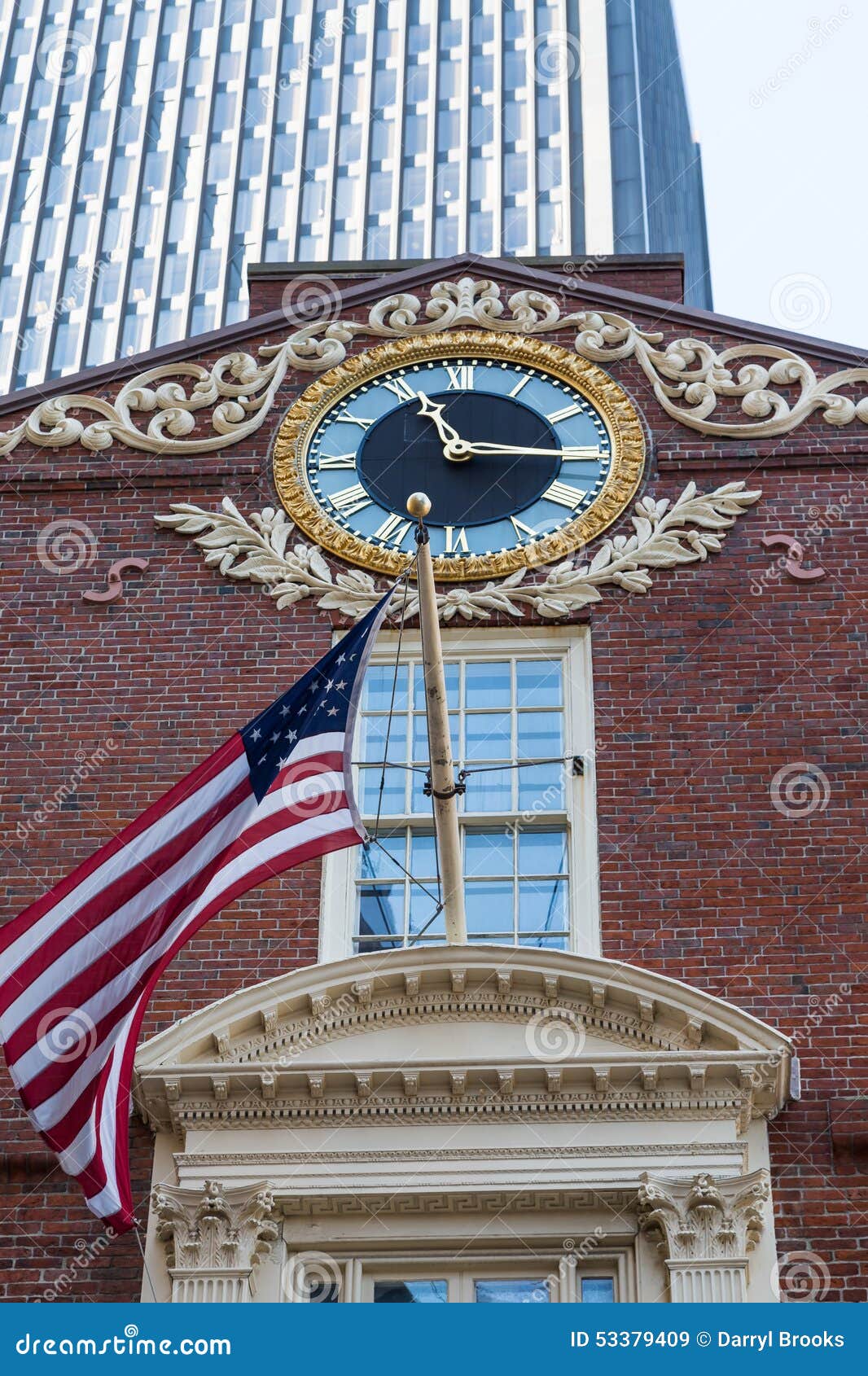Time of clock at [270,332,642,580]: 11:15
